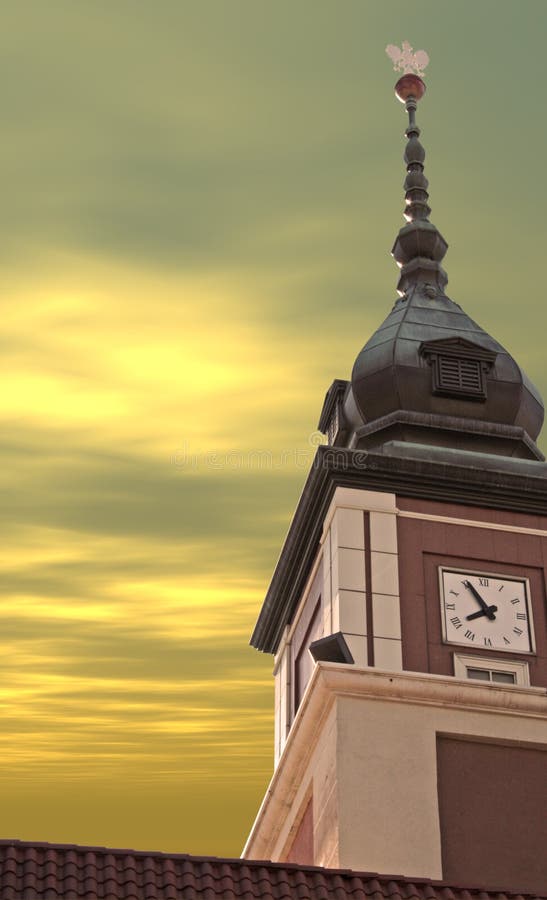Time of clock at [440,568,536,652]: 7:55
